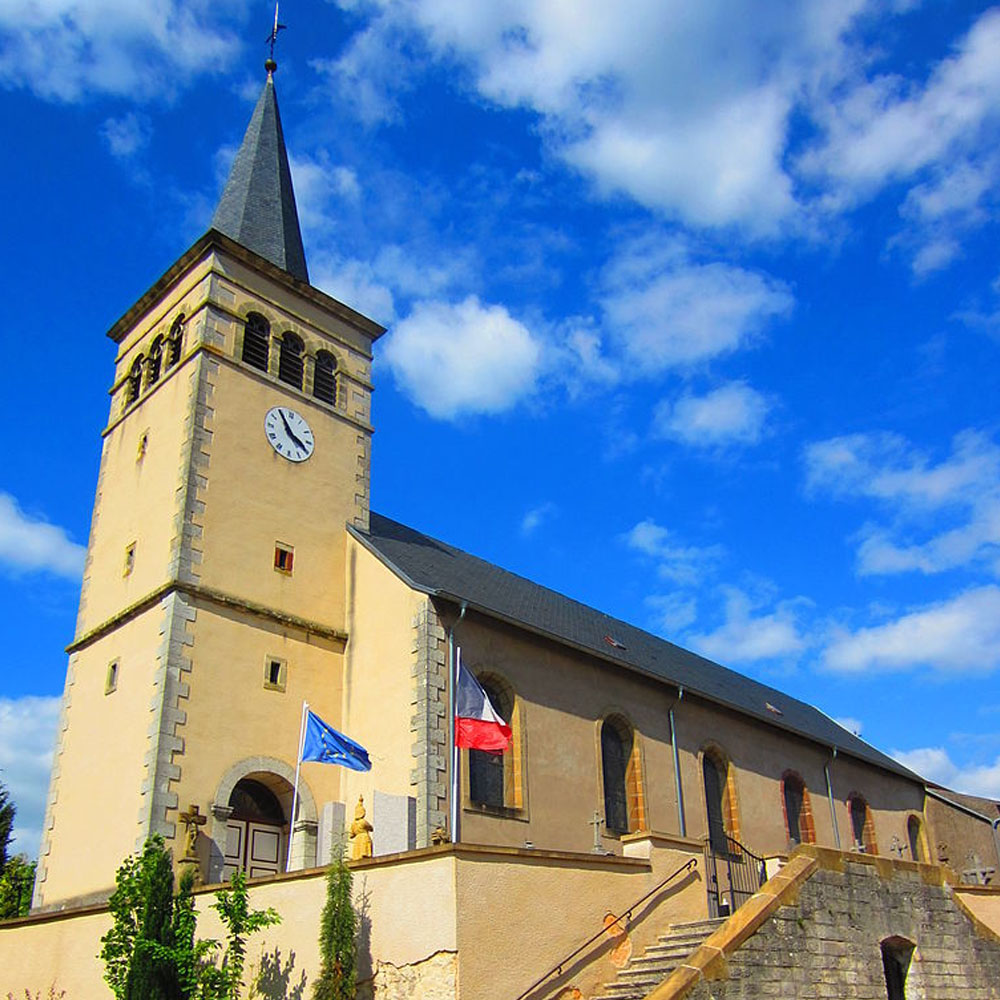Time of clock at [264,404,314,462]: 3:54
